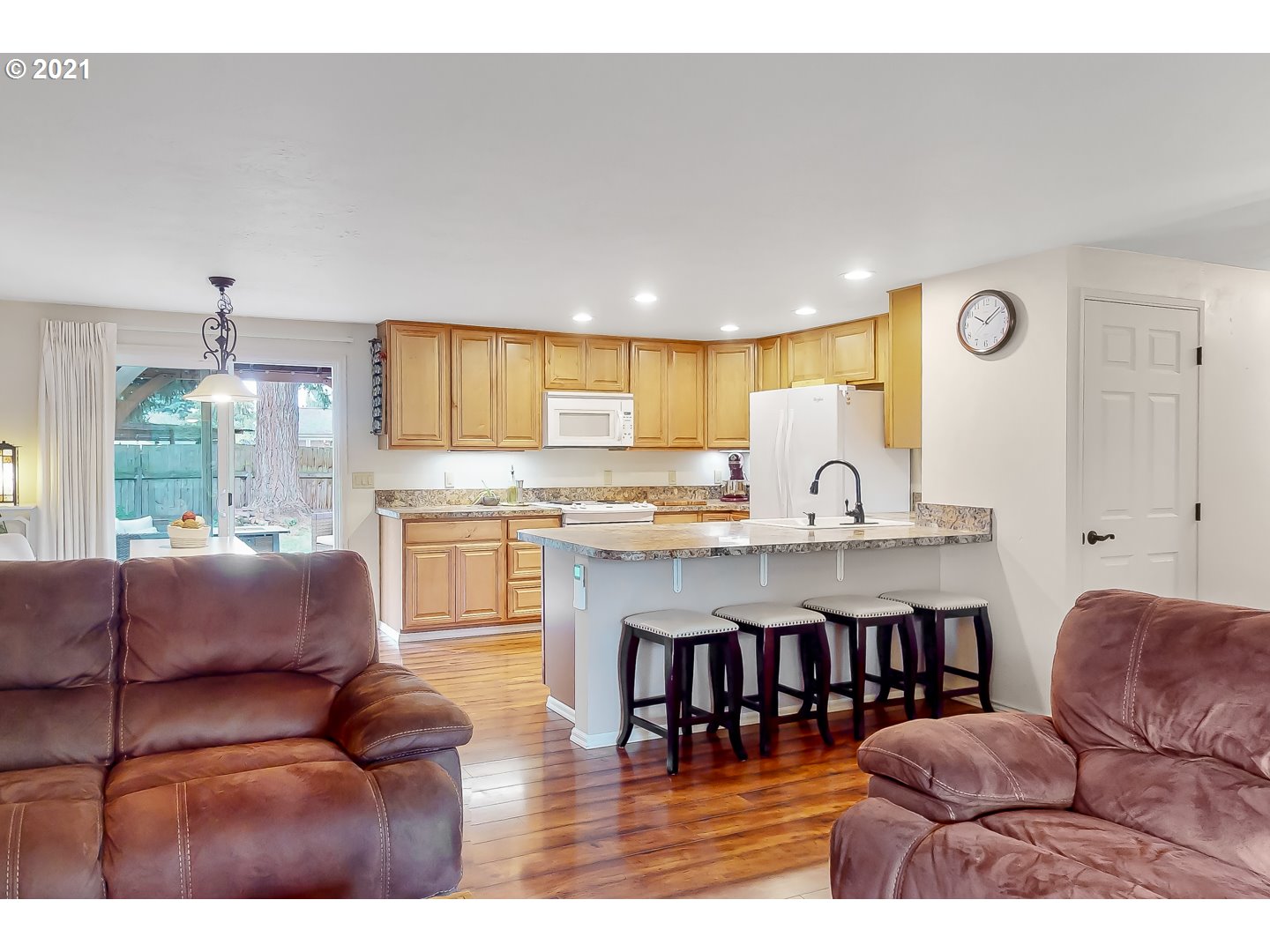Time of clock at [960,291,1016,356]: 10:08
